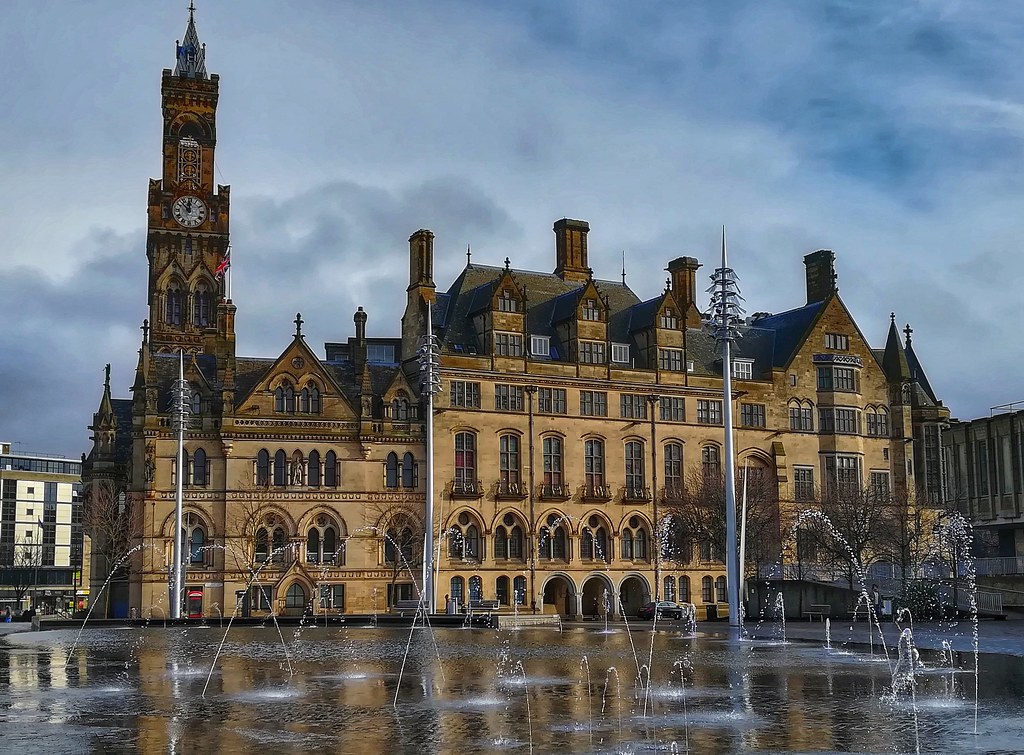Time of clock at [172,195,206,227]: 11:52
